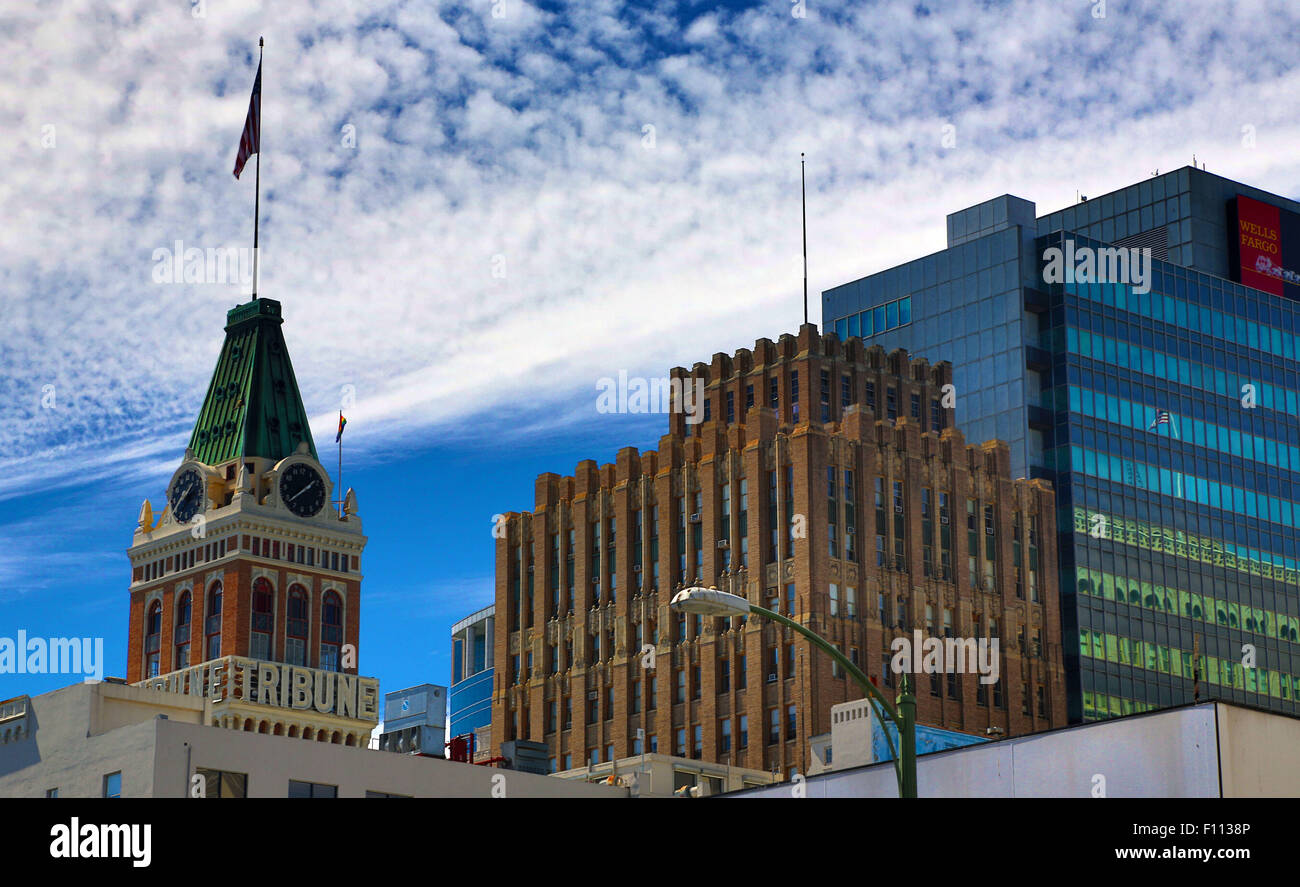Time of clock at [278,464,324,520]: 1:38
